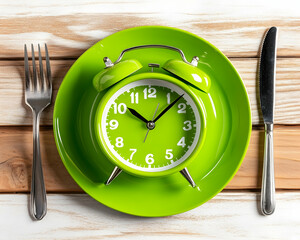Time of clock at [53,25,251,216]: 10:07
